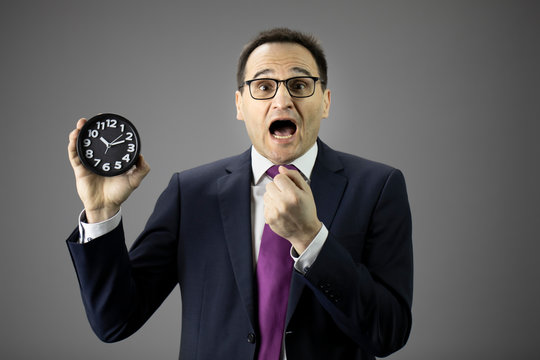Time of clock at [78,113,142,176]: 10:11
